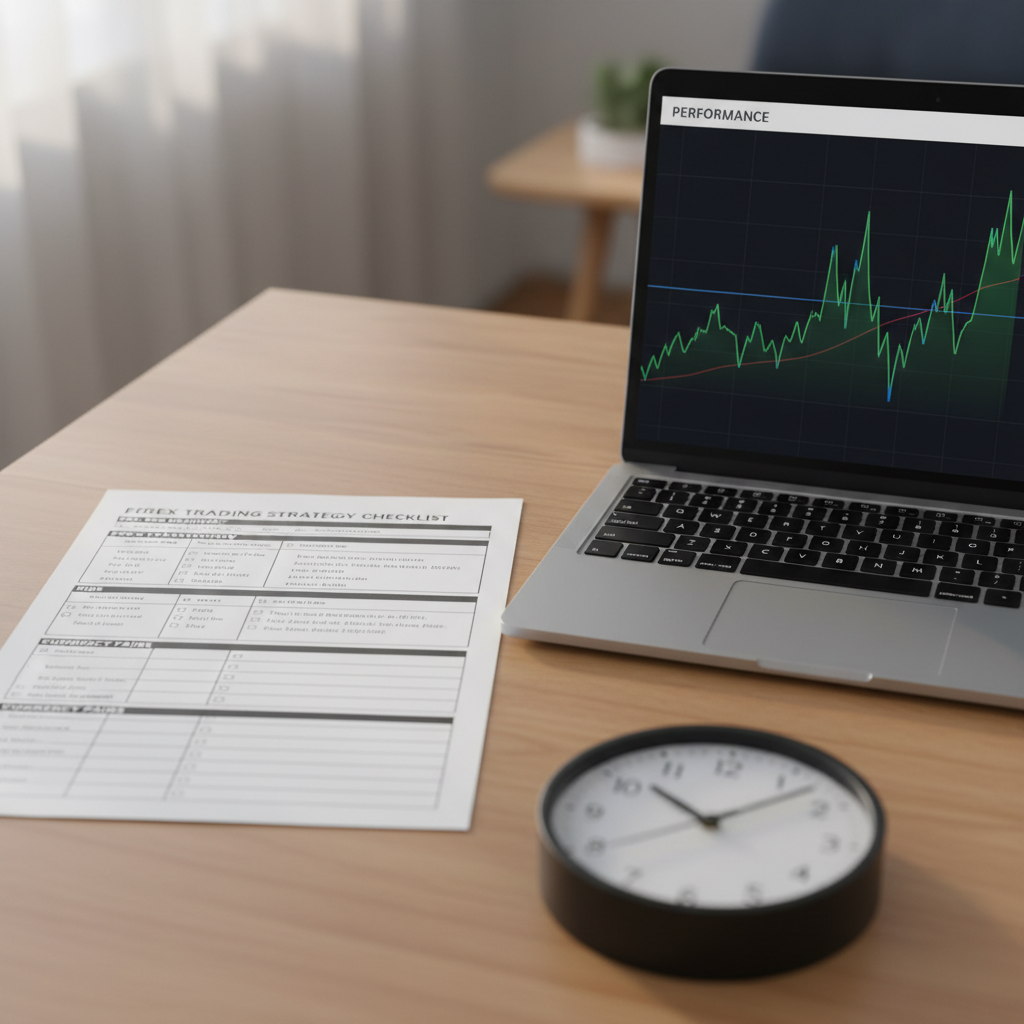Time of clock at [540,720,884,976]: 10:07
